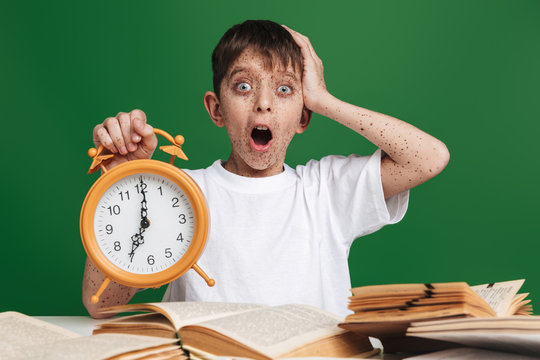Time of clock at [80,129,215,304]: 7:00
